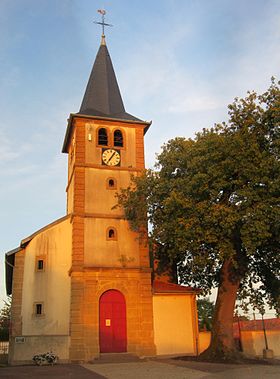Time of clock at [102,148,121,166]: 7:06
